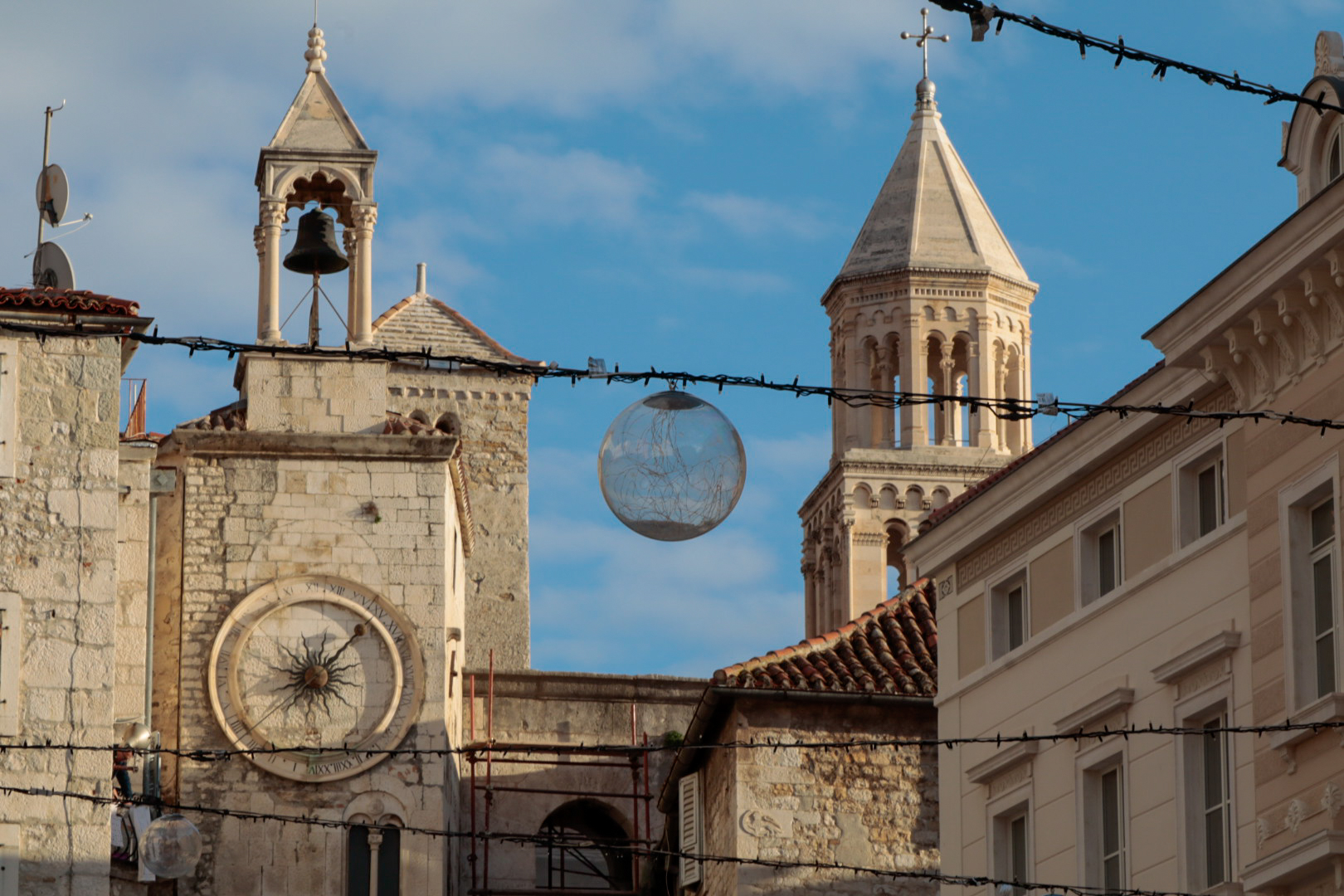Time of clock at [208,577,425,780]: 12:06
